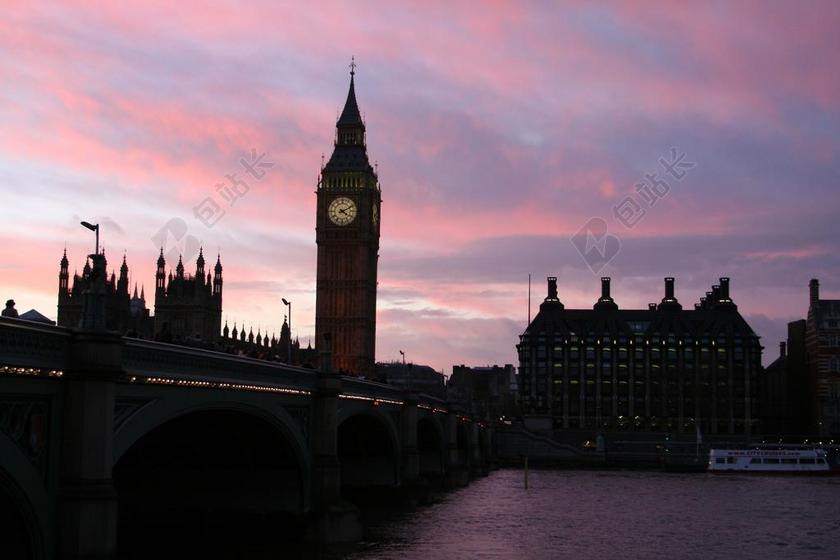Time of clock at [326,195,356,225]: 4:10
